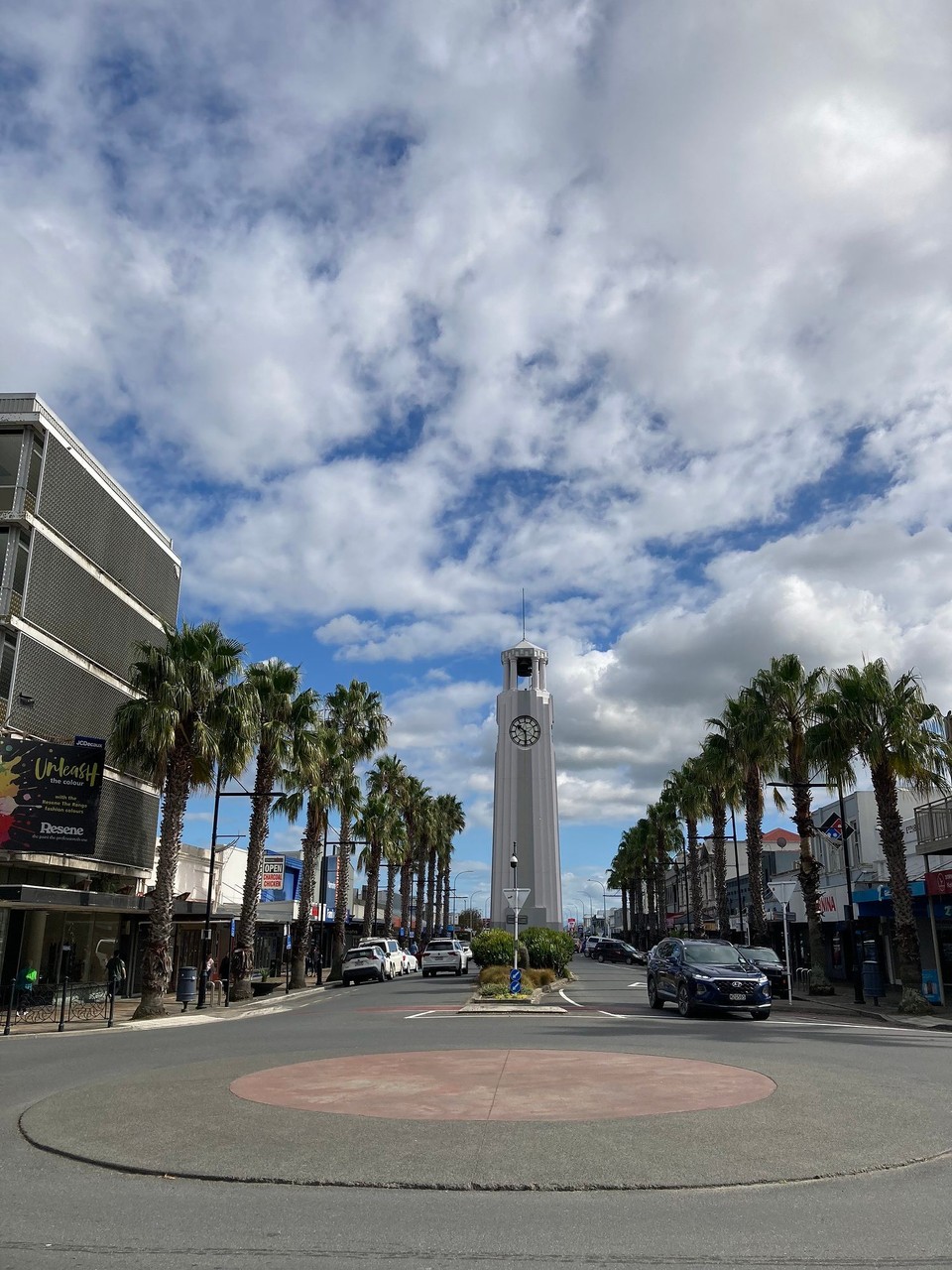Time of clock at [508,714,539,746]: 10:28
